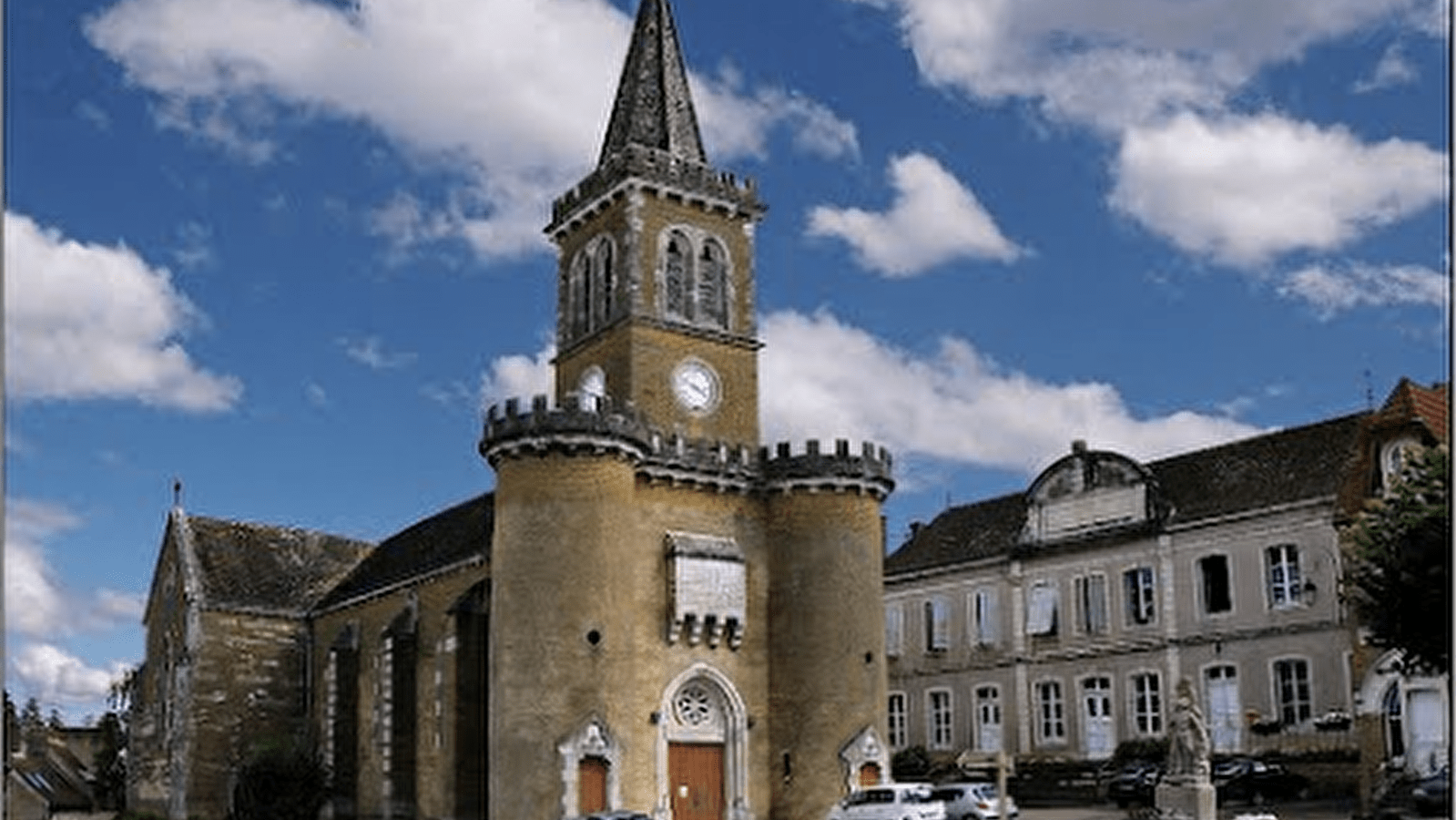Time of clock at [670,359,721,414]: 3:48
